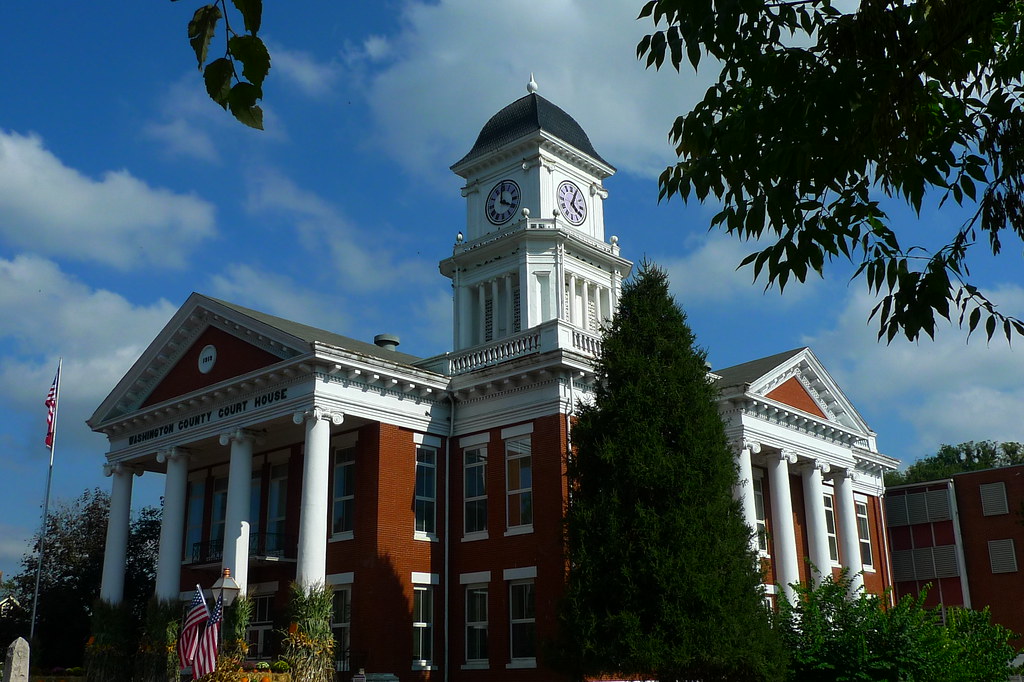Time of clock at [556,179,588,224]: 4:04
